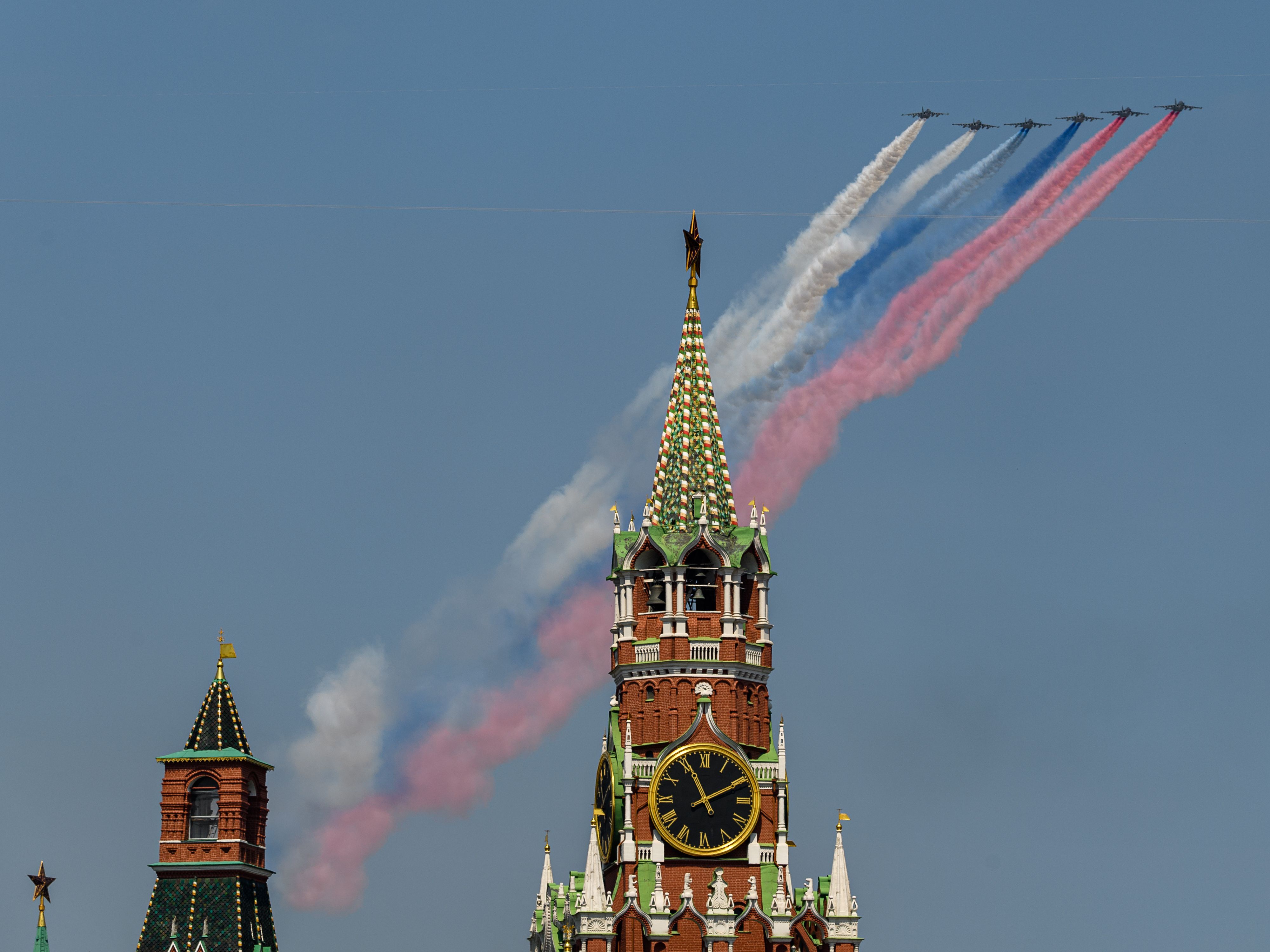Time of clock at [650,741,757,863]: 11:10
